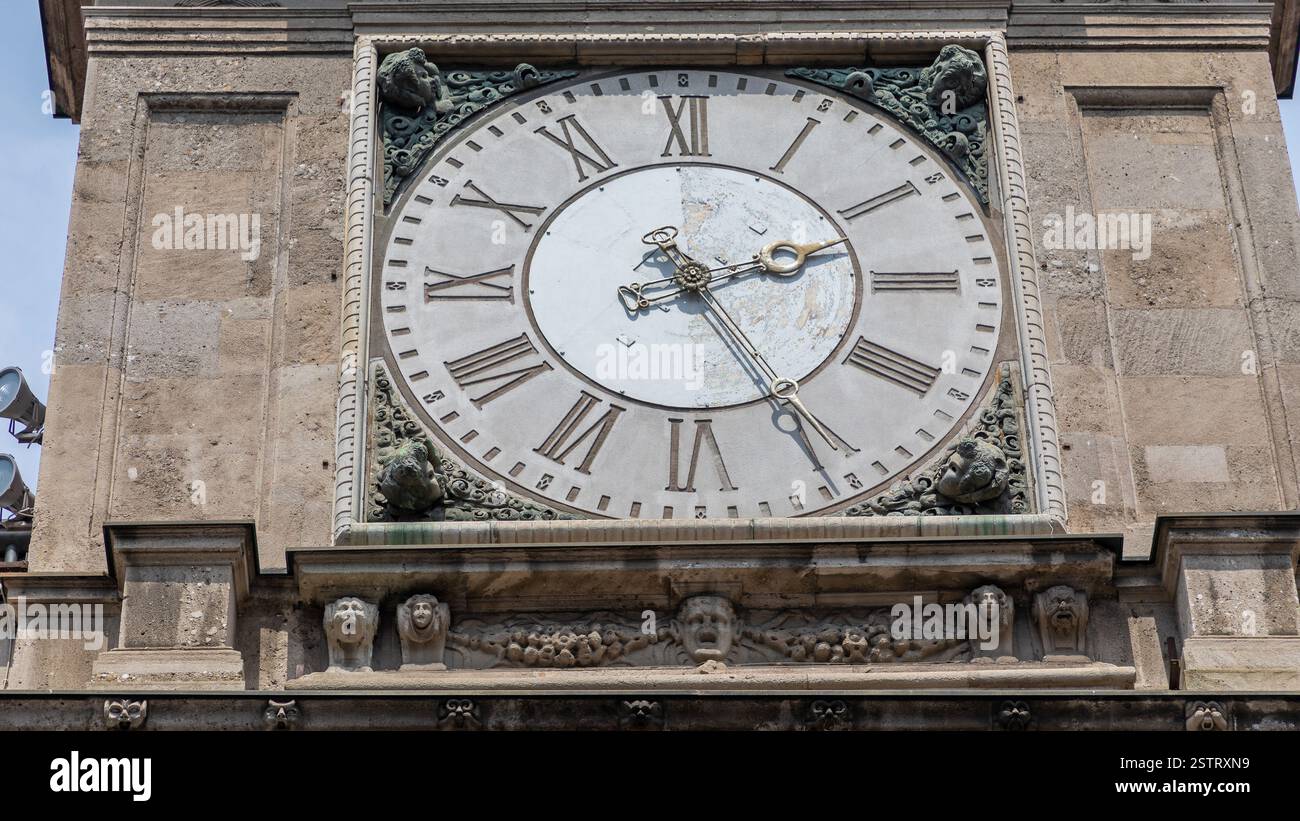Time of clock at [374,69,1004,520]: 2:25
